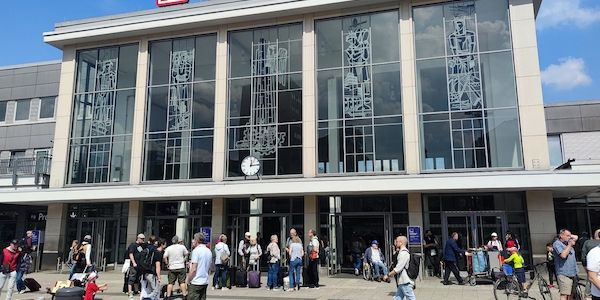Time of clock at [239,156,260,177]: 12:14
